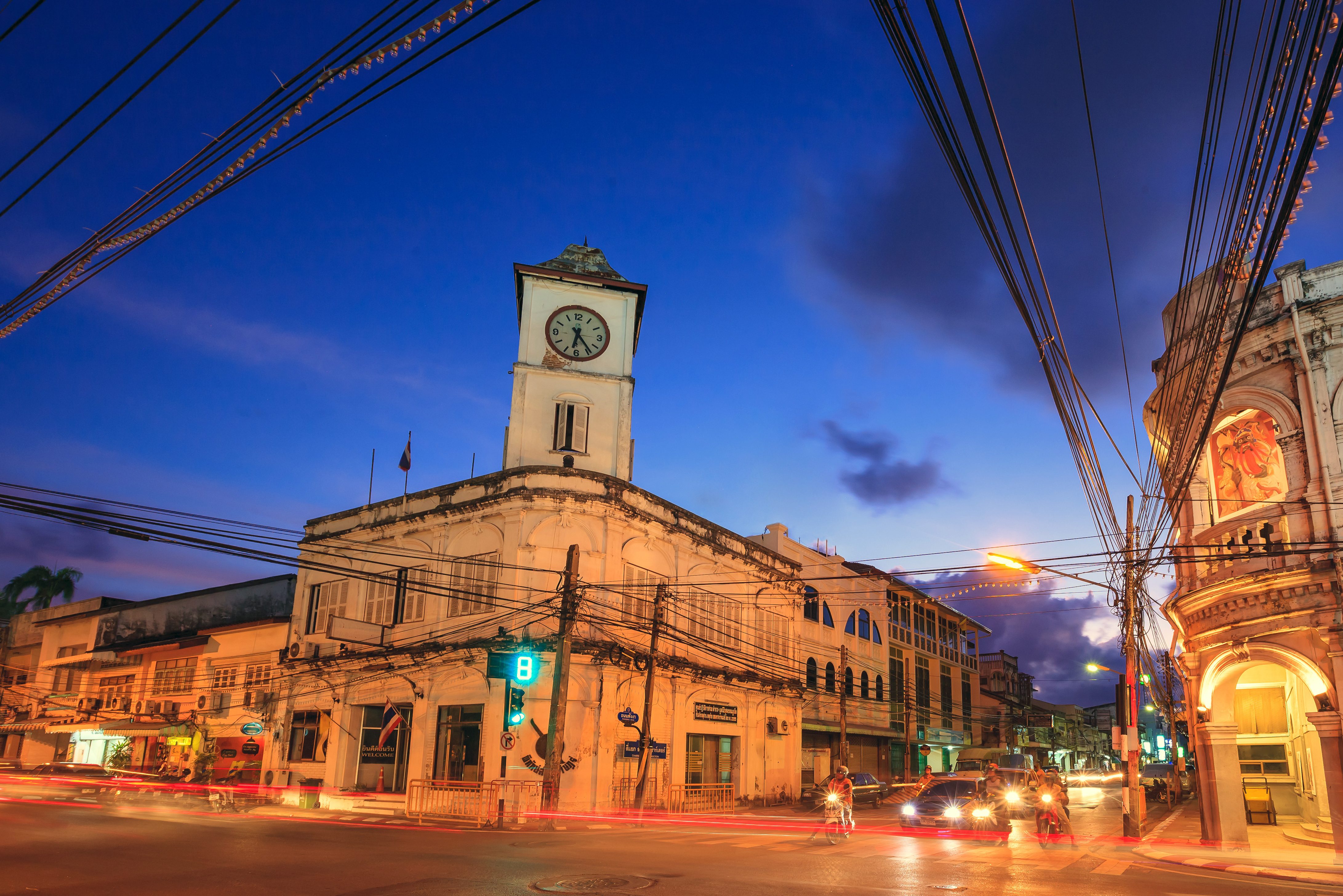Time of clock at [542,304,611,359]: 6:23
